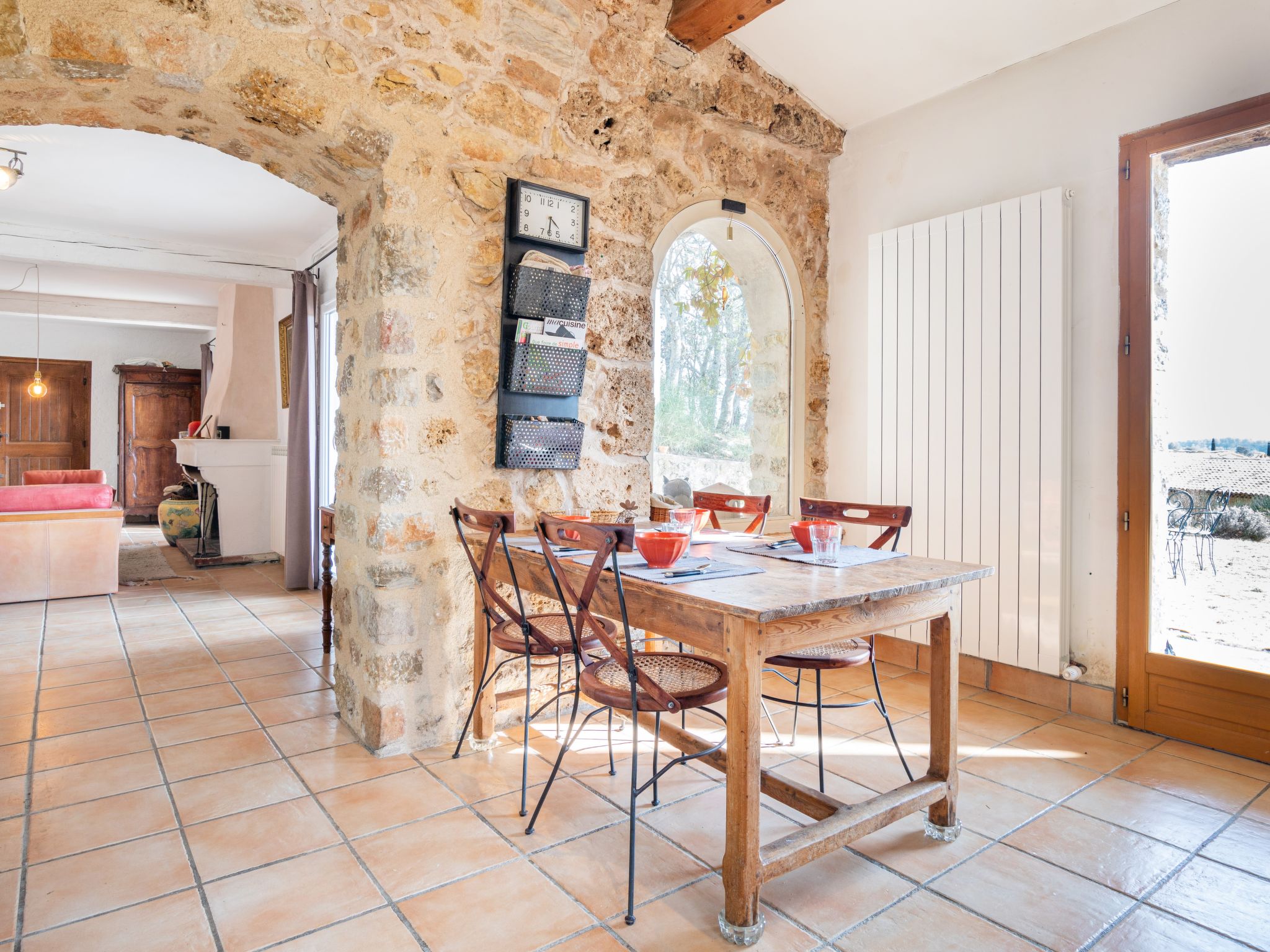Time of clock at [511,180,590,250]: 4:31
